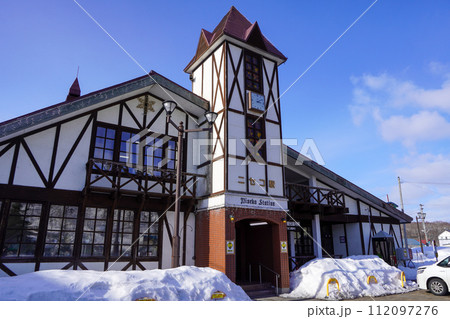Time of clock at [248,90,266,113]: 3:09
